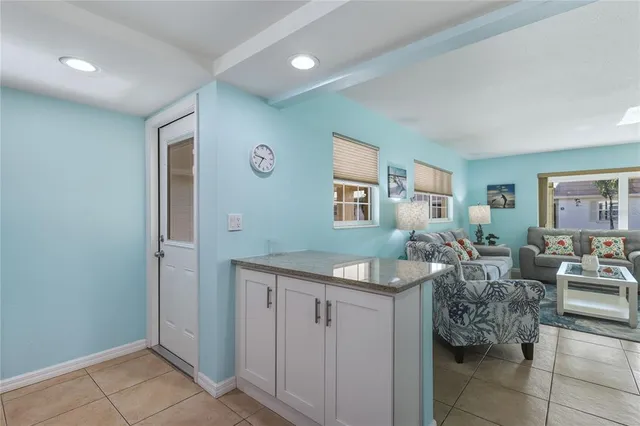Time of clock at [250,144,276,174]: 9:35
